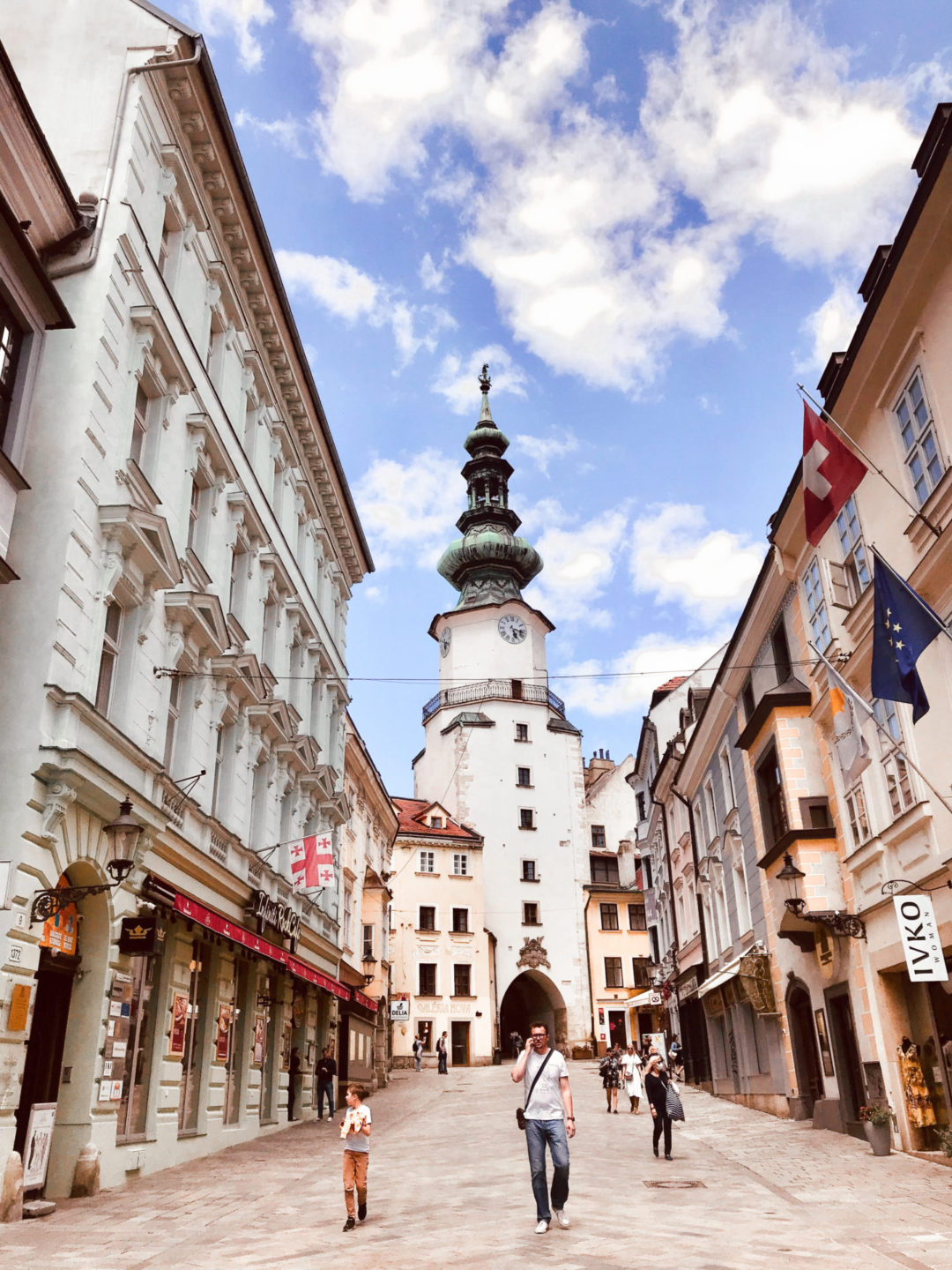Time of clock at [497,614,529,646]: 5:17
